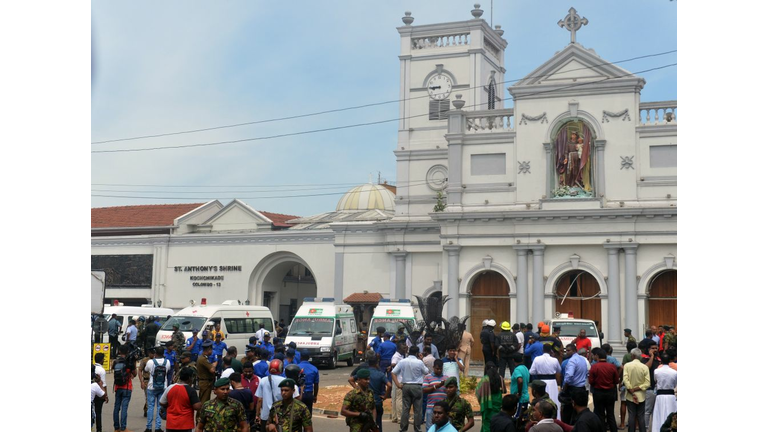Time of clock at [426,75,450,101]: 8:45
